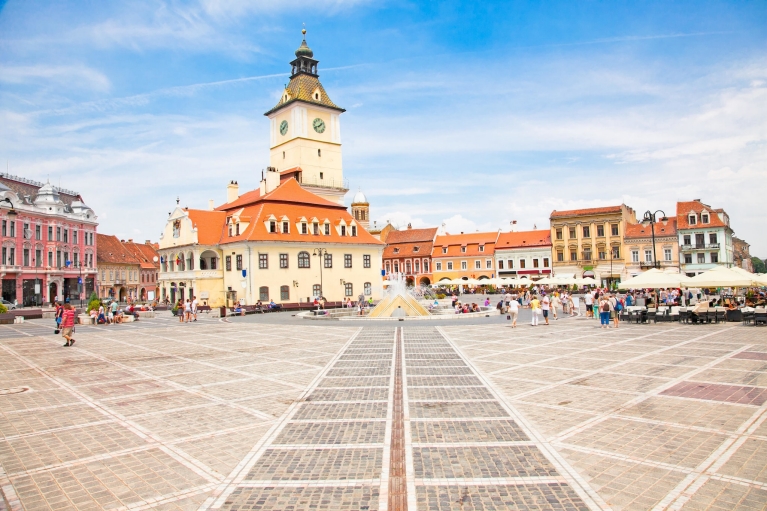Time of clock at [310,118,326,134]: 1:41
